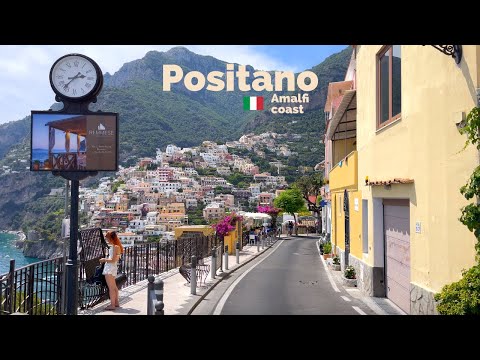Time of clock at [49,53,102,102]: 2:36
